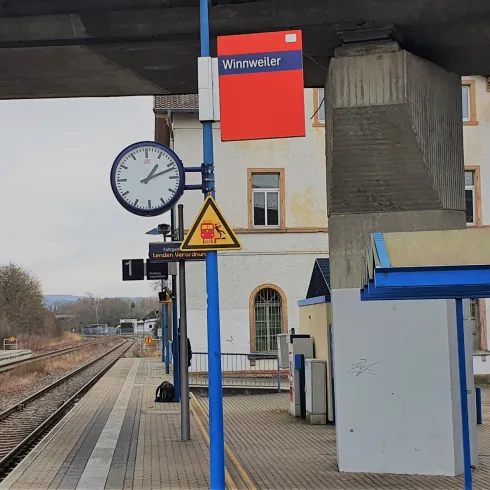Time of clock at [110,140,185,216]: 1:11
